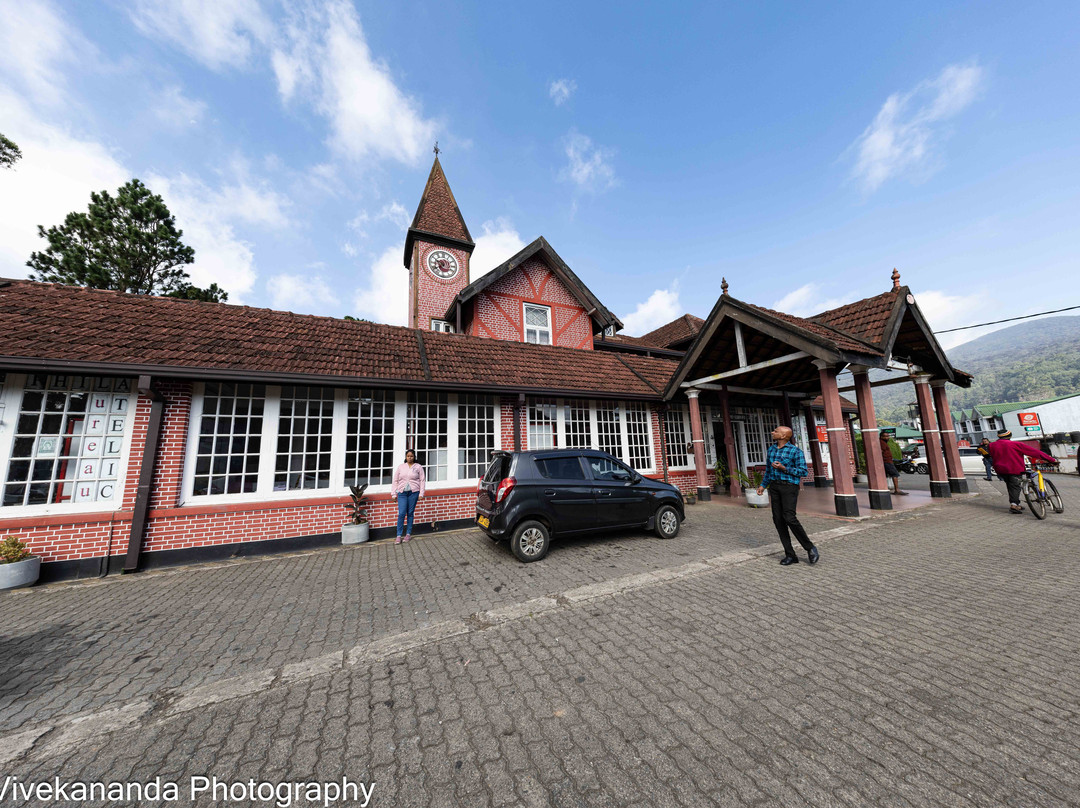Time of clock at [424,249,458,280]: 9:38
